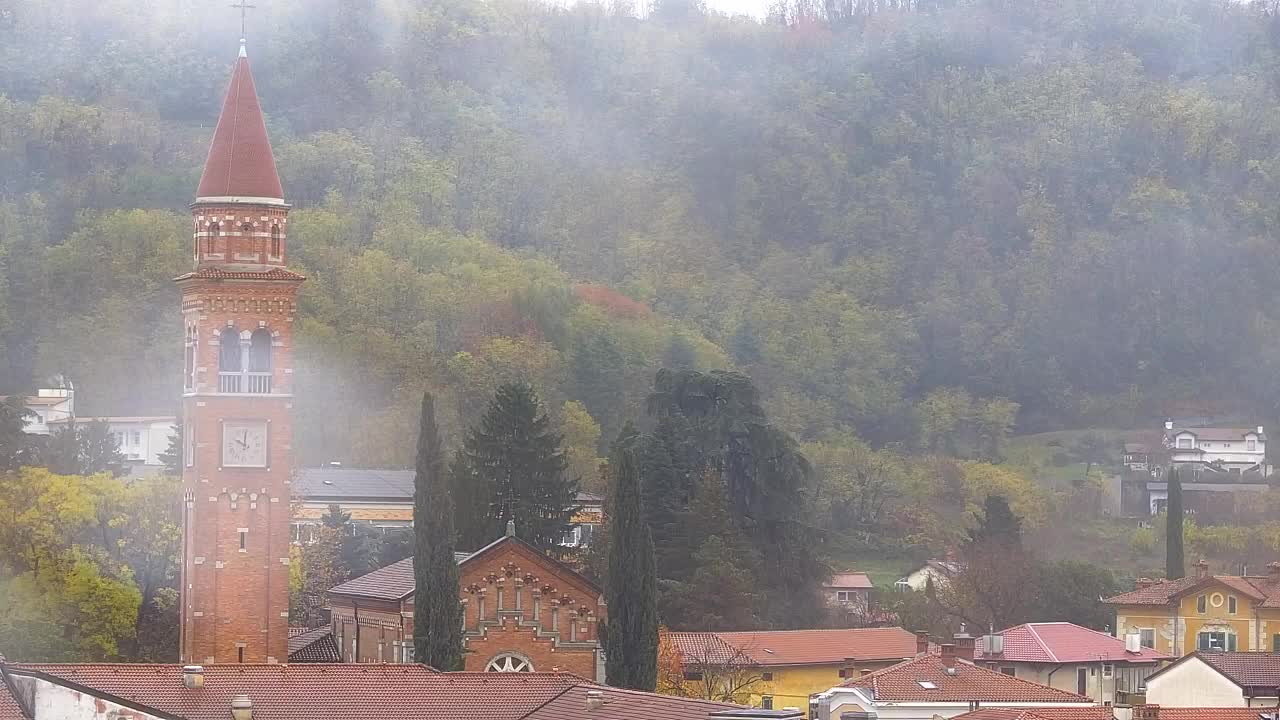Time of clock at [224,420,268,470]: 10:00
